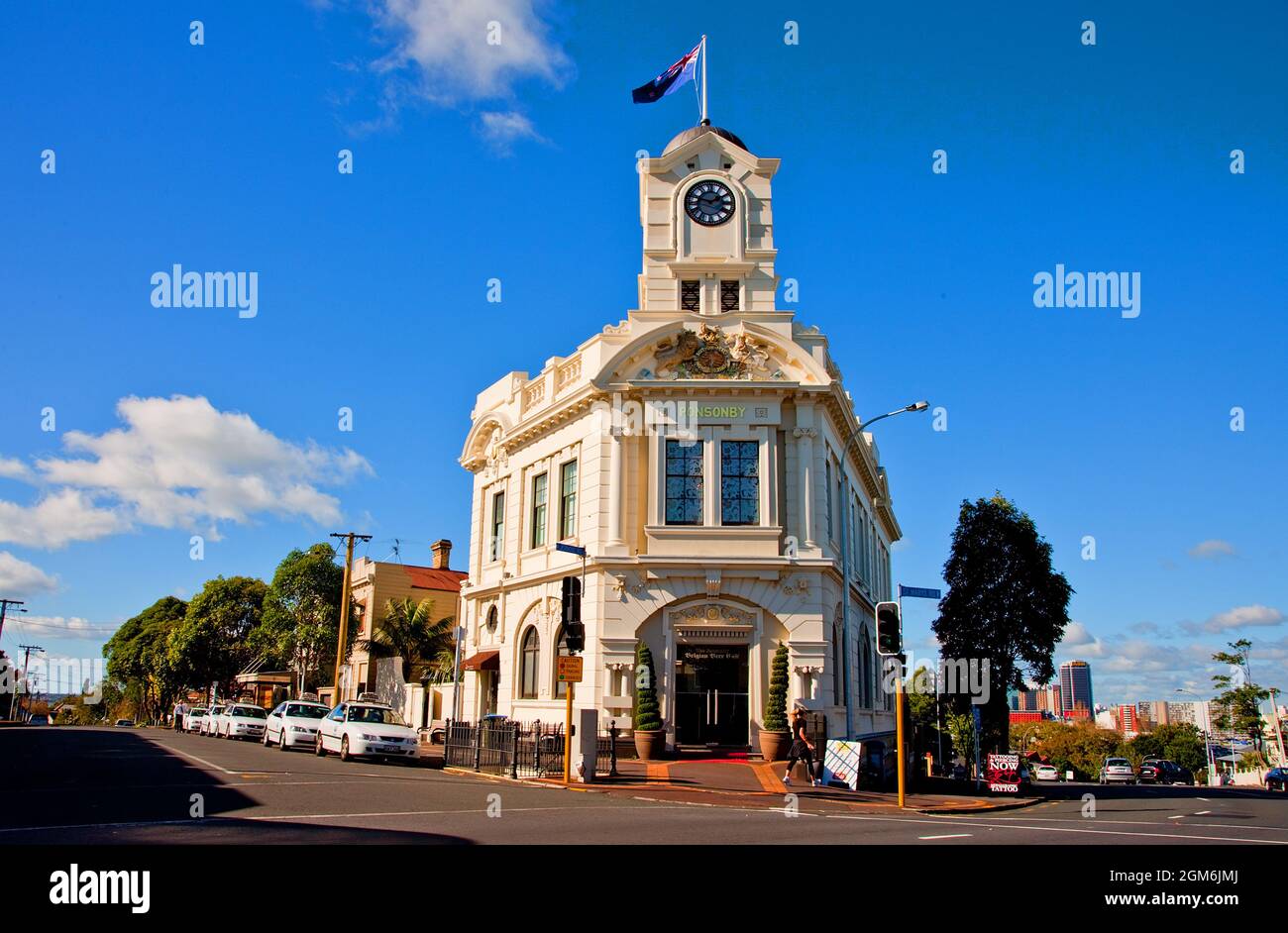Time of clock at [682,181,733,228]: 1:47
